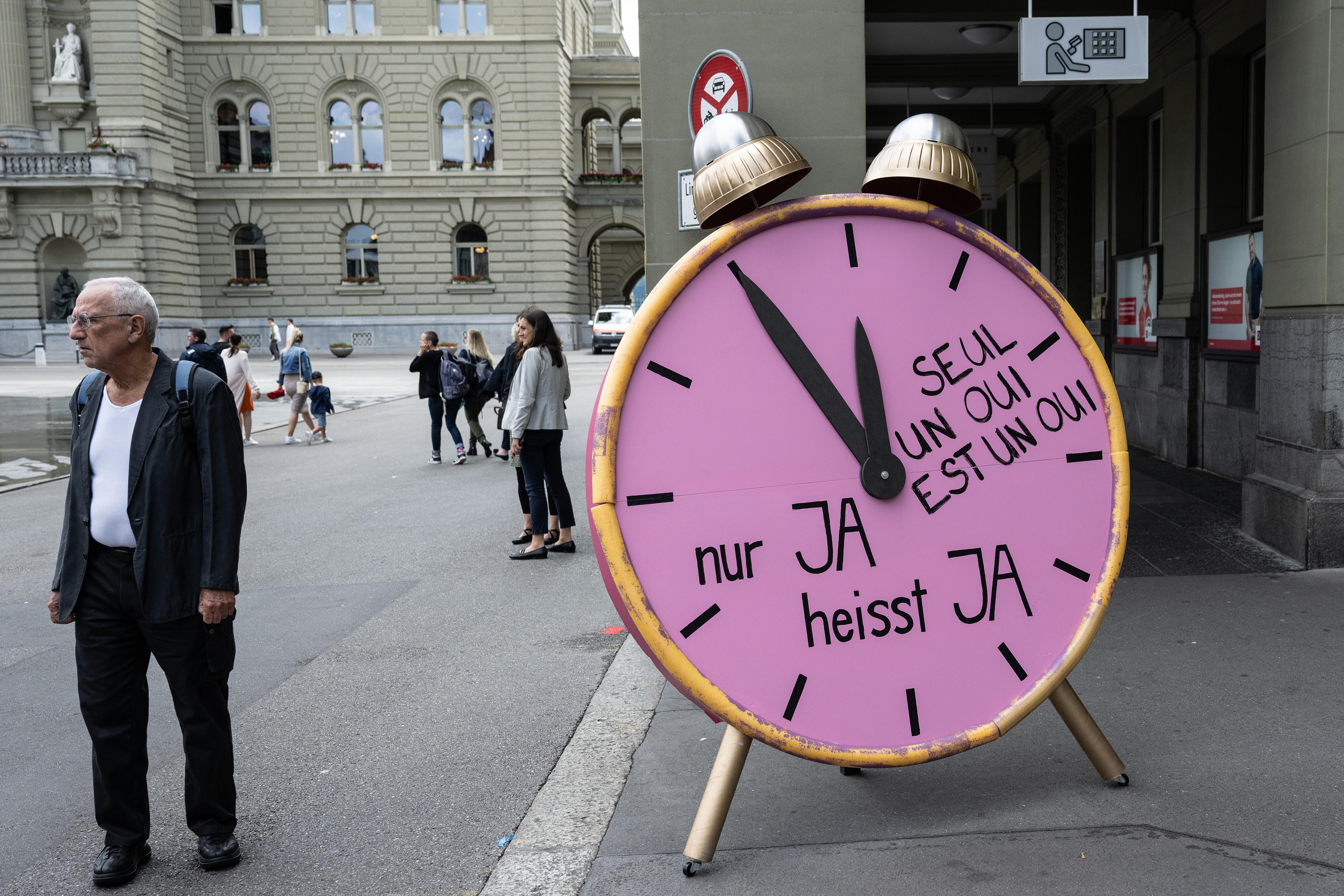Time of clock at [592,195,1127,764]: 11:54
